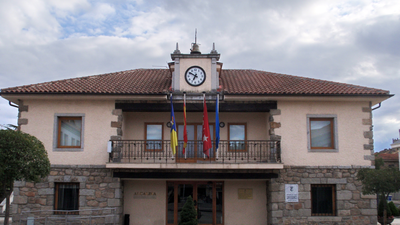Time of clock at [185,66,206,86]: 6:50
